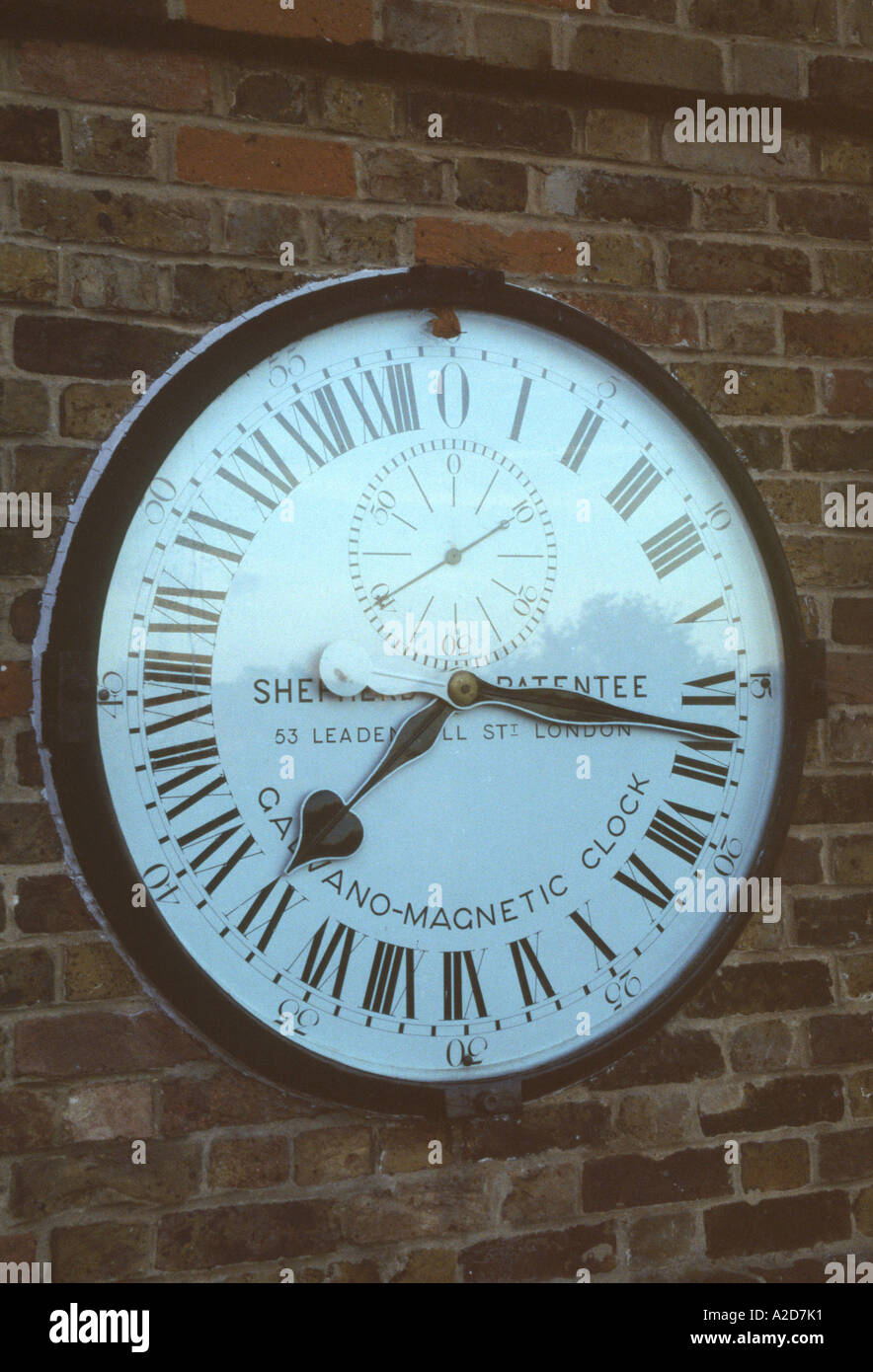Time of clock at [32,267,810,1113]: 7:15
